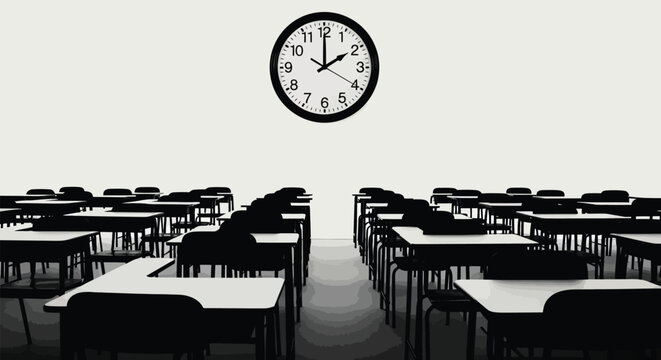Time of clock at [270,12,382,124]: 2:00
